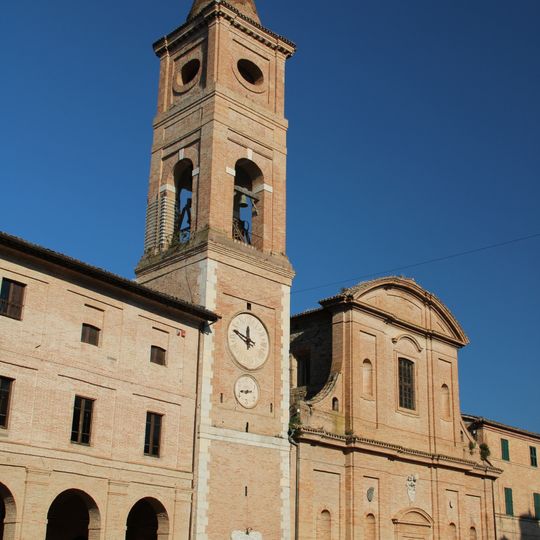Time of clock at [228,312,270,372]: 11:48
